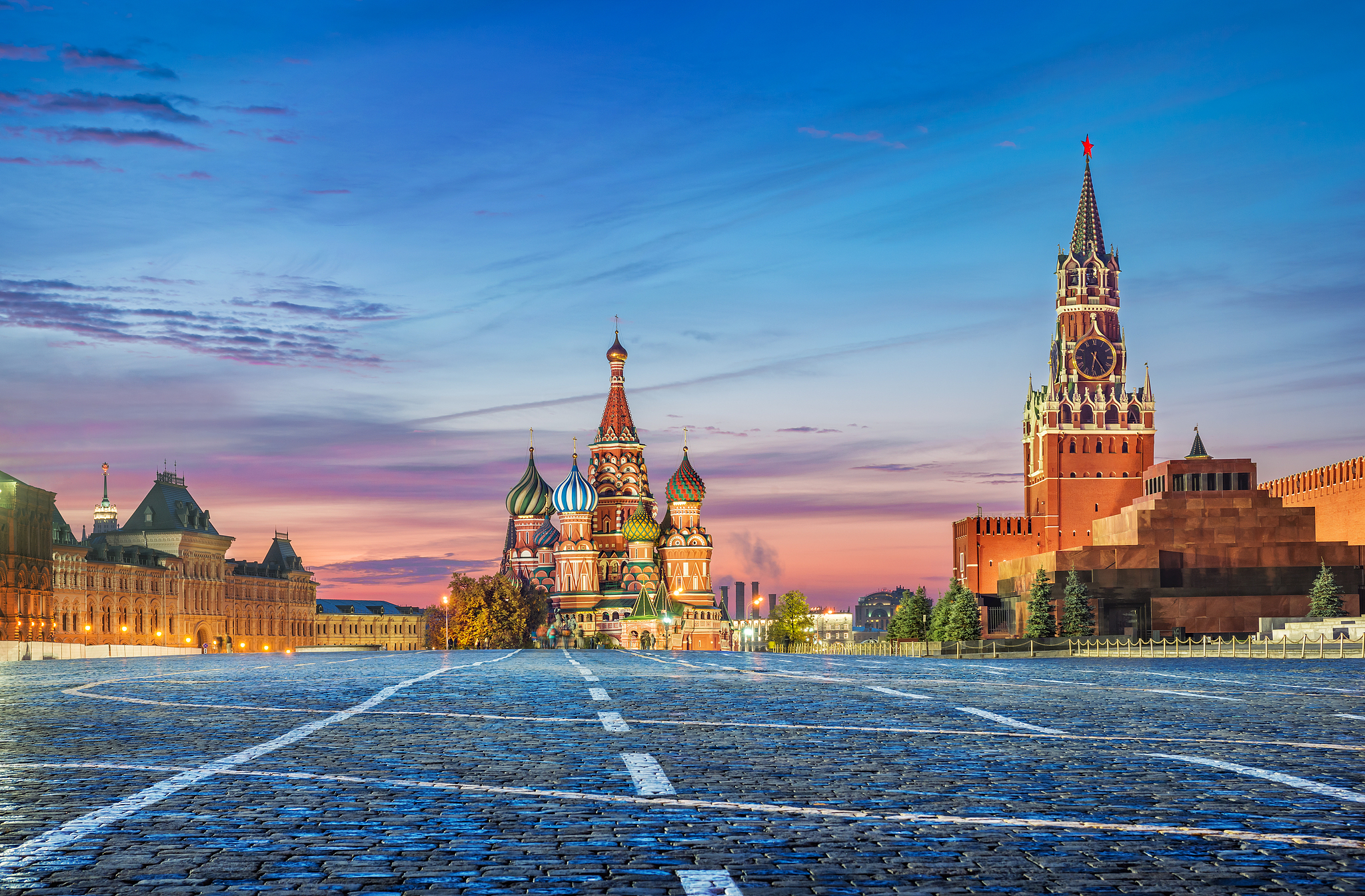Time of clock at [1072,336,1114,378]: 6:24
